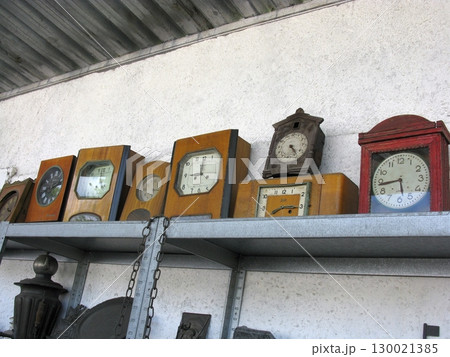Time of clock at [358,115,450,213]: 5:43
